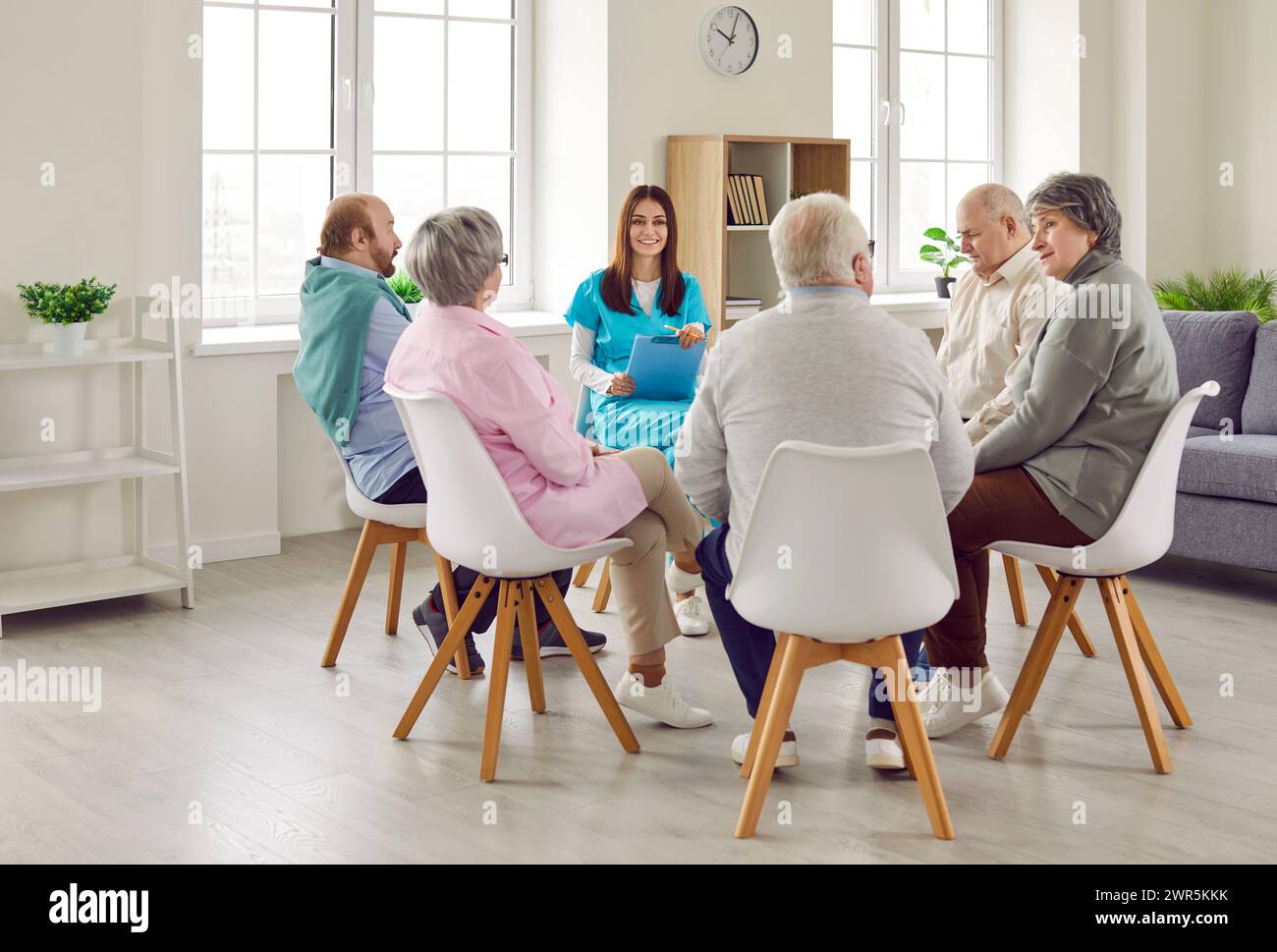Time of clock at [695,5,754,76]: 10:03
